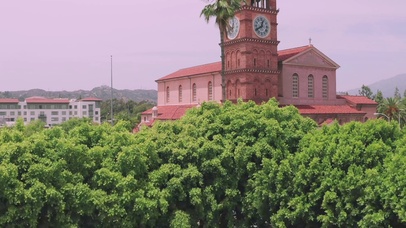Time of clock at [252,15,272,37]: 12:40
